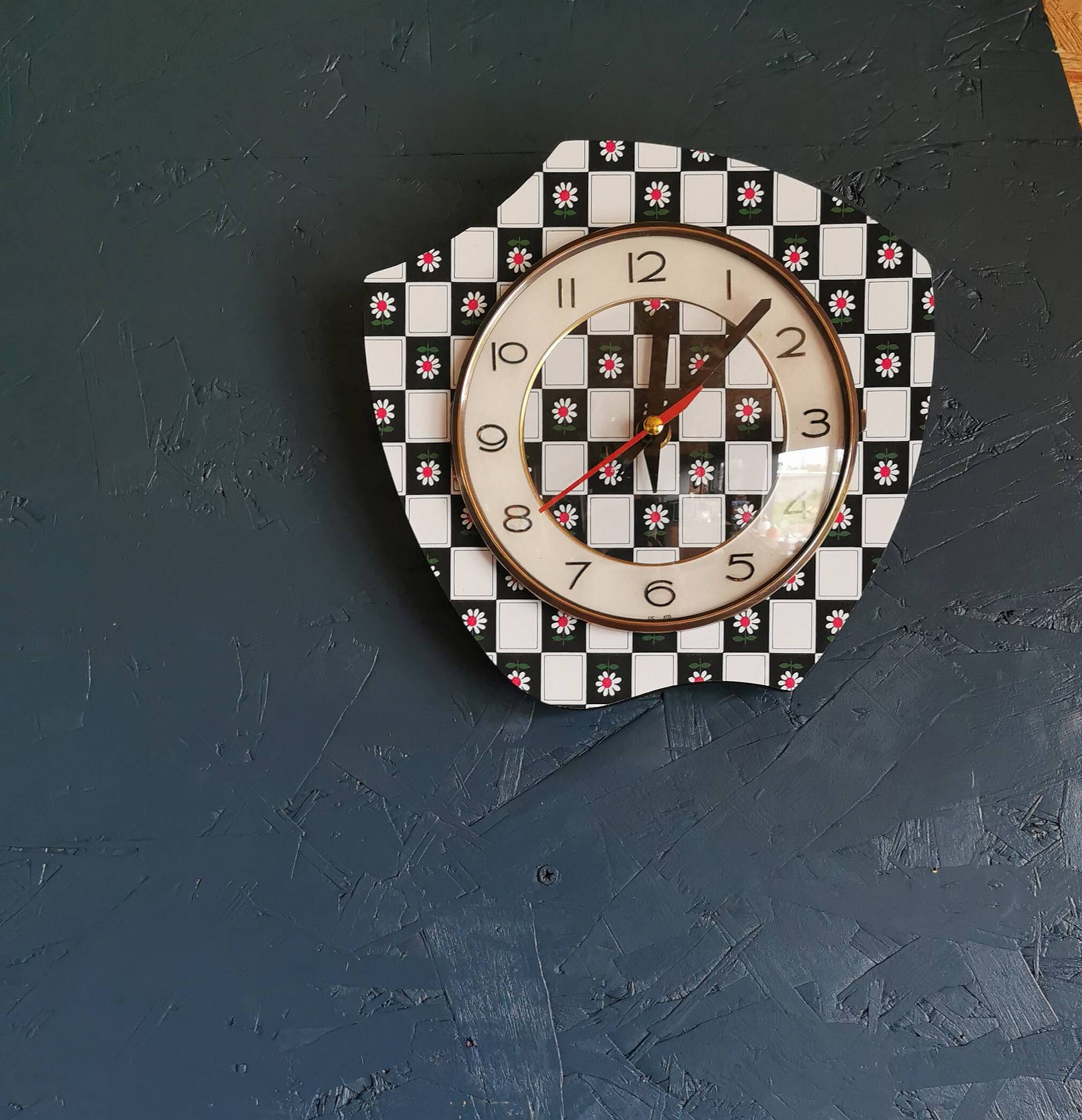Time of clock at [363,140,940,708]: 12:07
